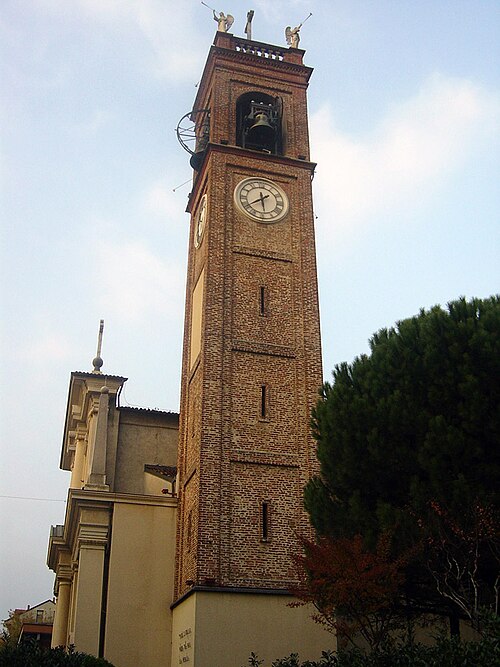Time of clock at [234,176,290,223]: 5:40
